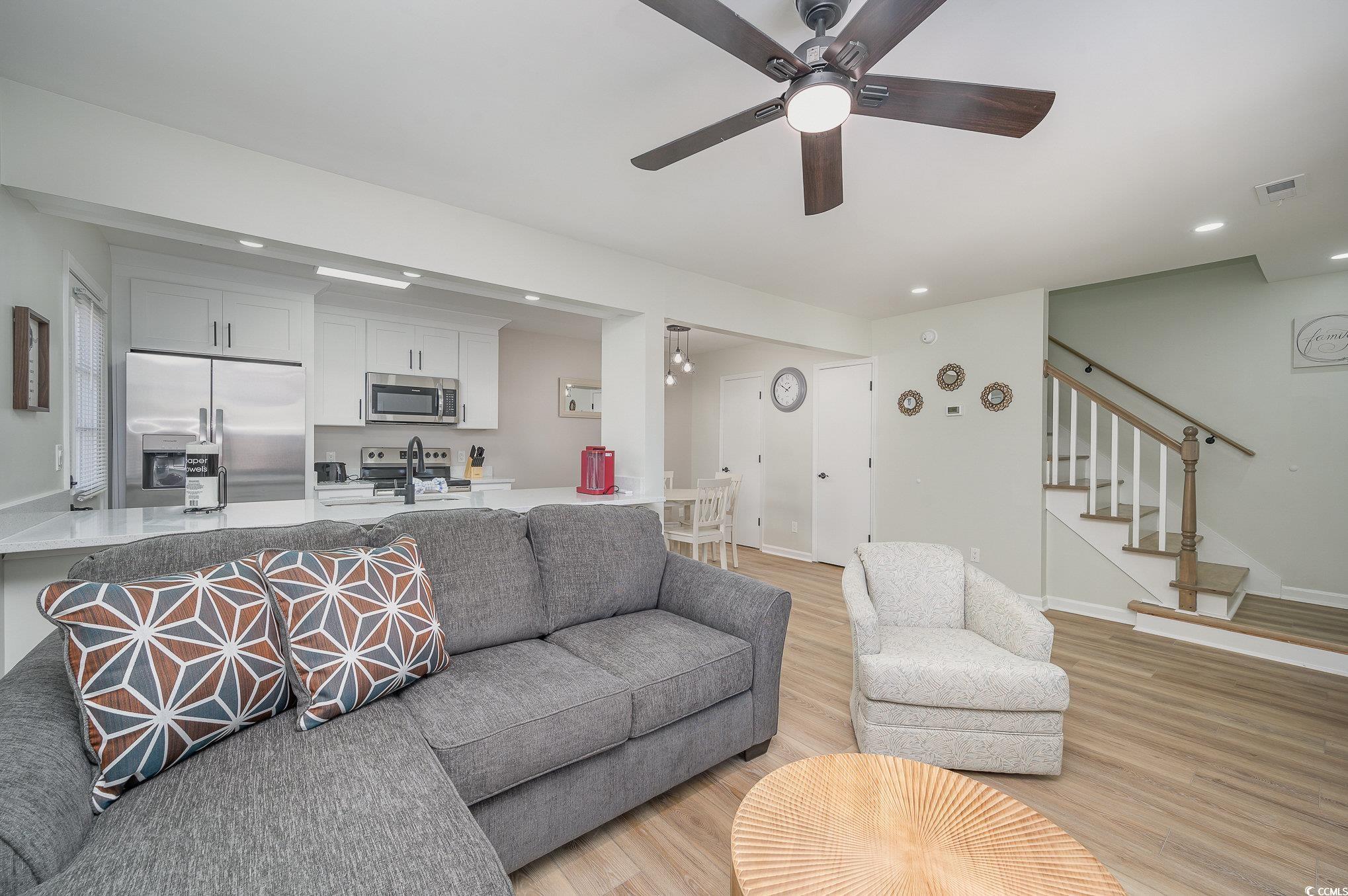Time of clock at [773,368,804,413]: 1:50
